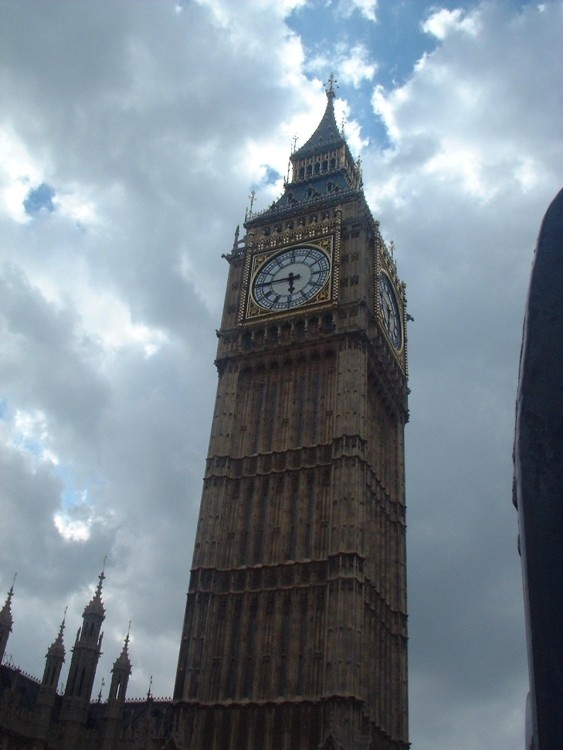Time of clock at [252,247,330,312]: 5:45
